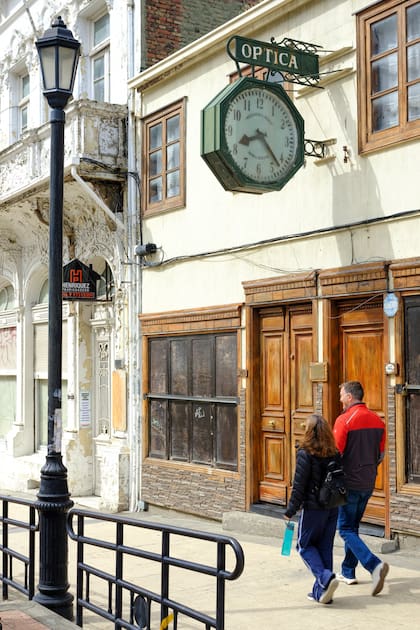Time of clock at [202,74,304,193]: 8:22
